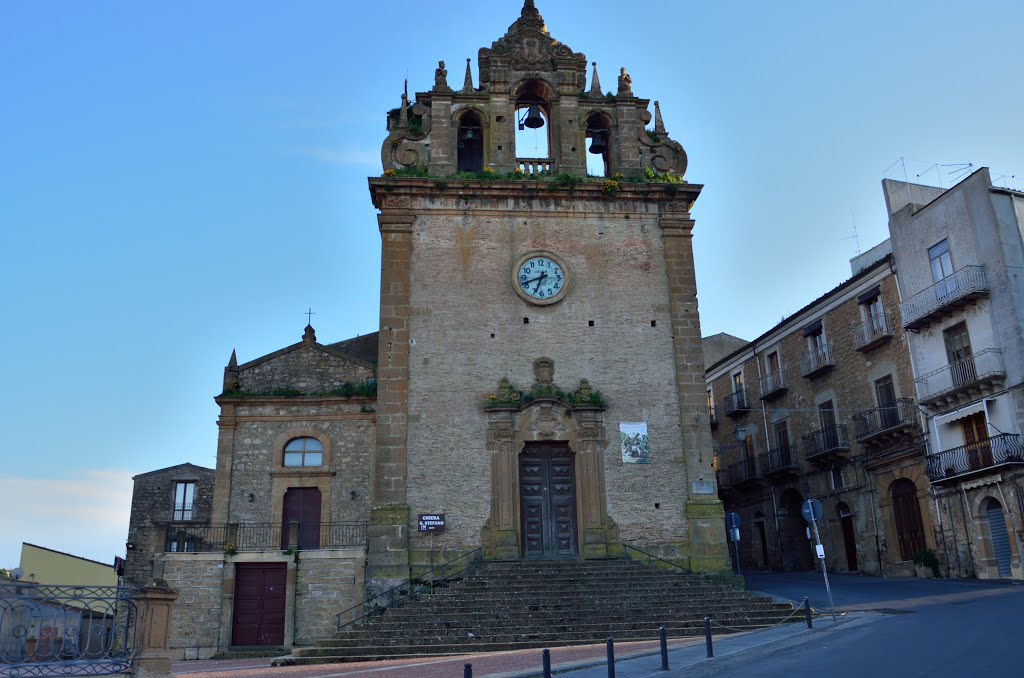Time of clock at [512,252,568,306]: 6:41
